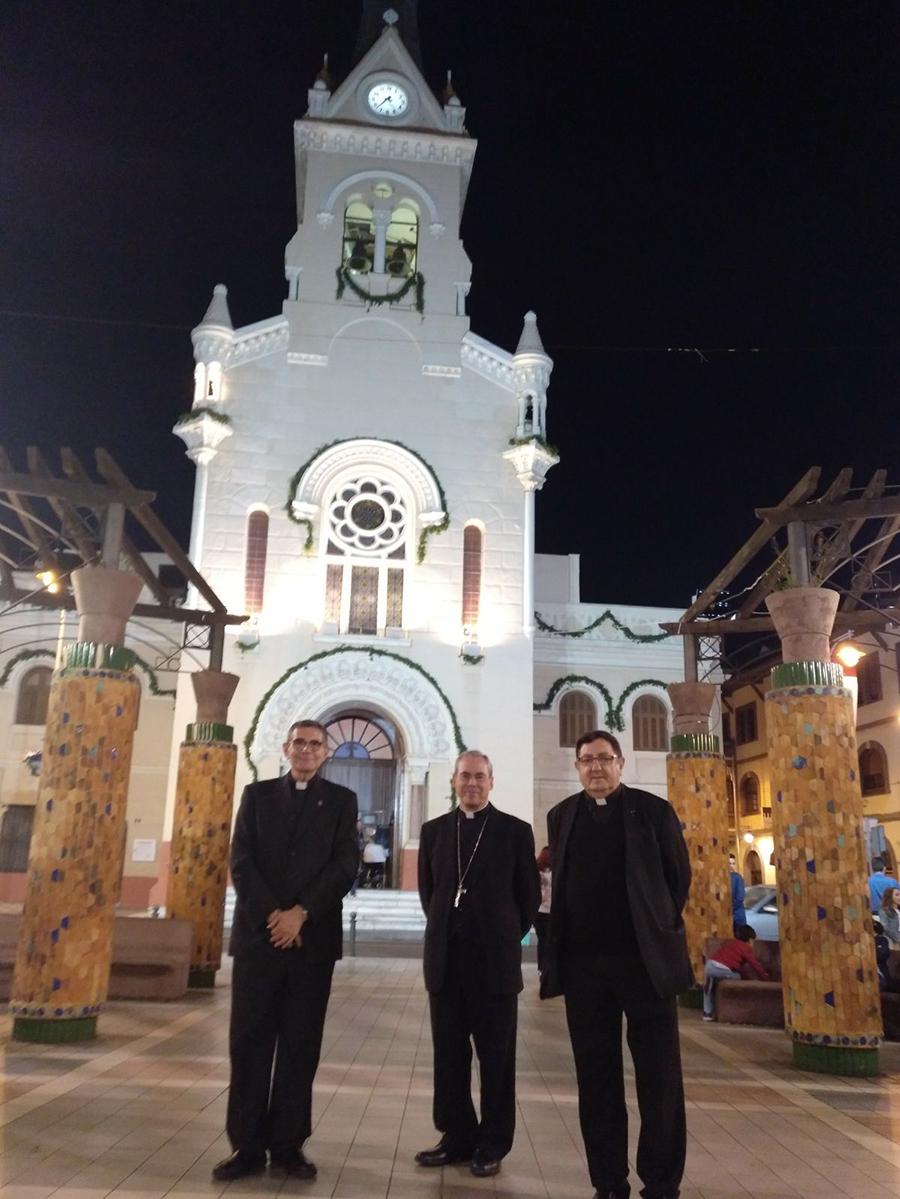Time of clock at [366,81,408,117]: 7:37
